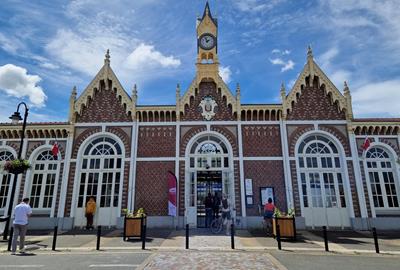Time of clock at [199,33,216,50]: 1:56
